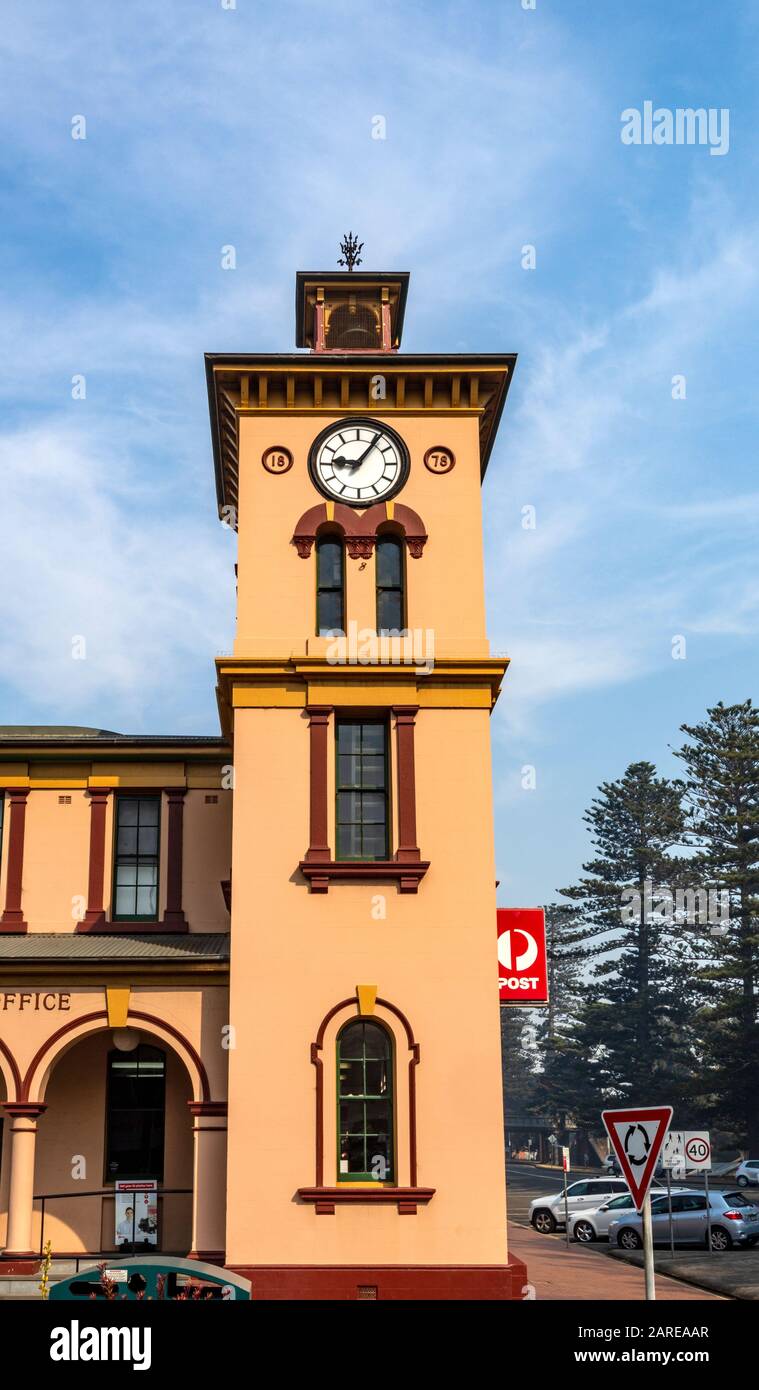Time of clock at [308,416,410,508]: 9:06
